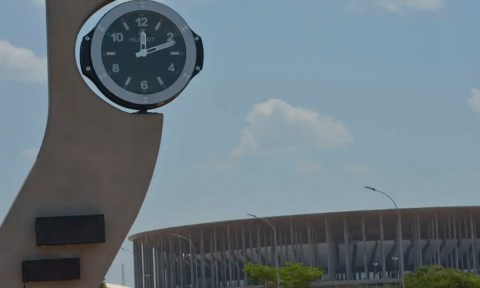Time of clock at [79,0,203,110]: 12:11
